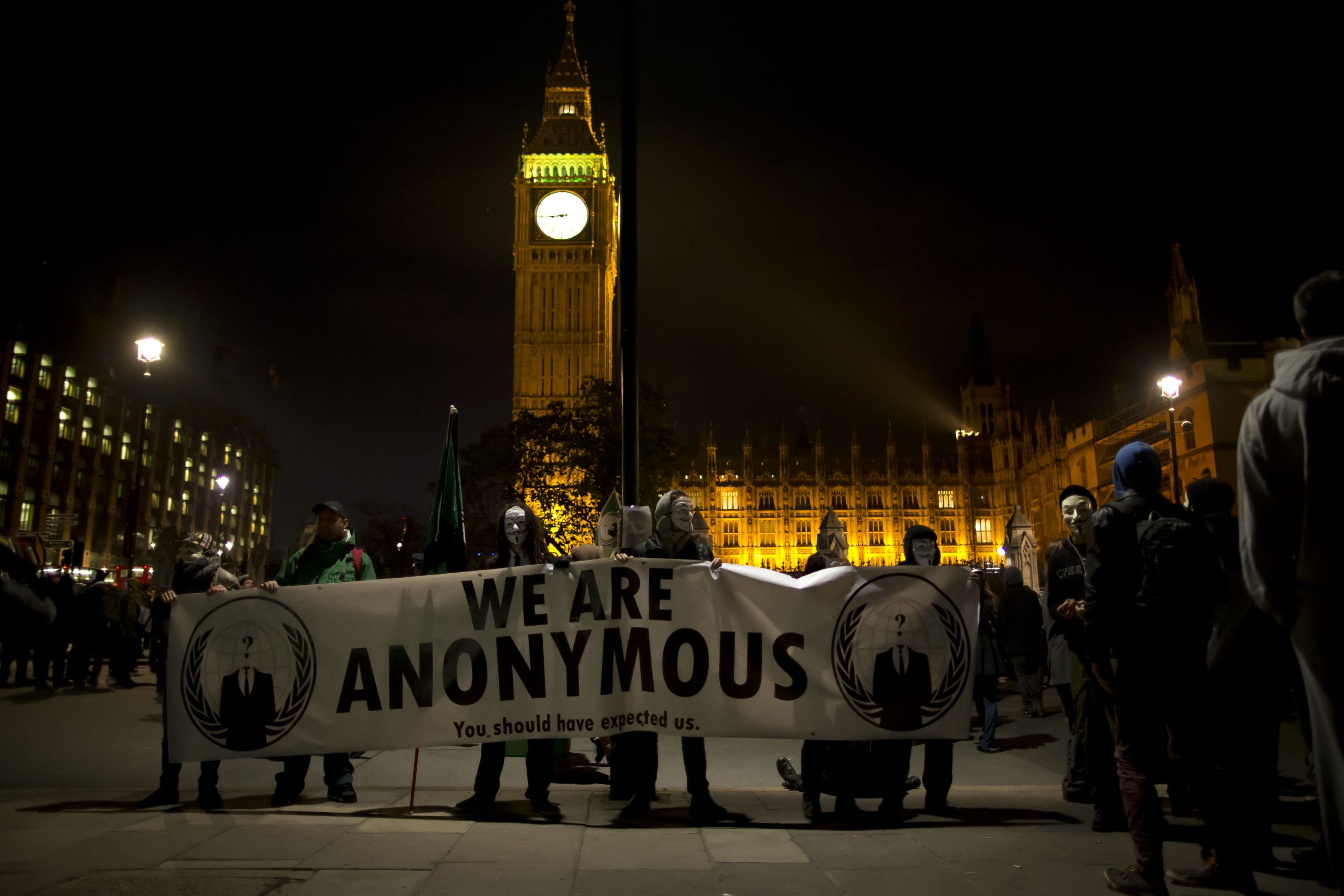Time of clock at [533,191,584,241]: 8:44
